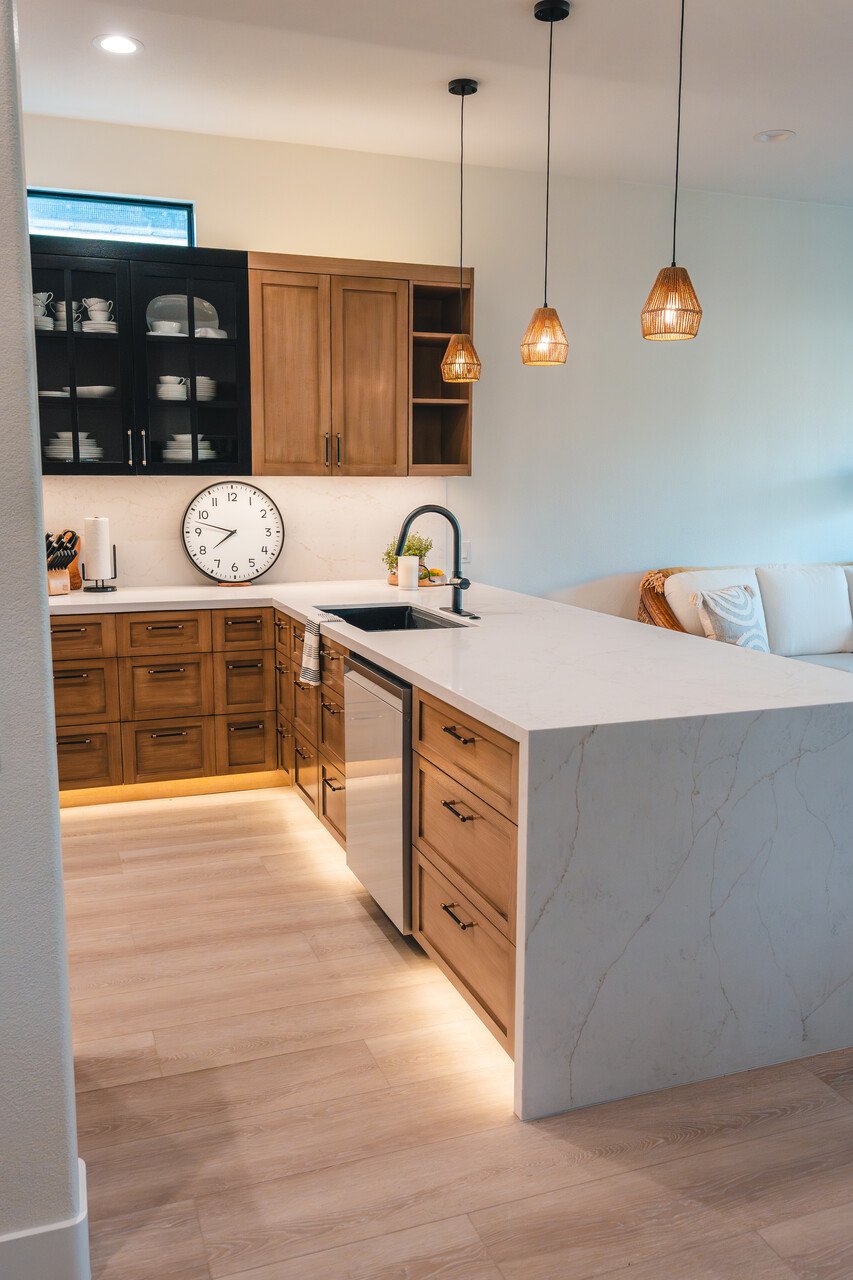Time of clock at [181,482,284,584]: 7:47
